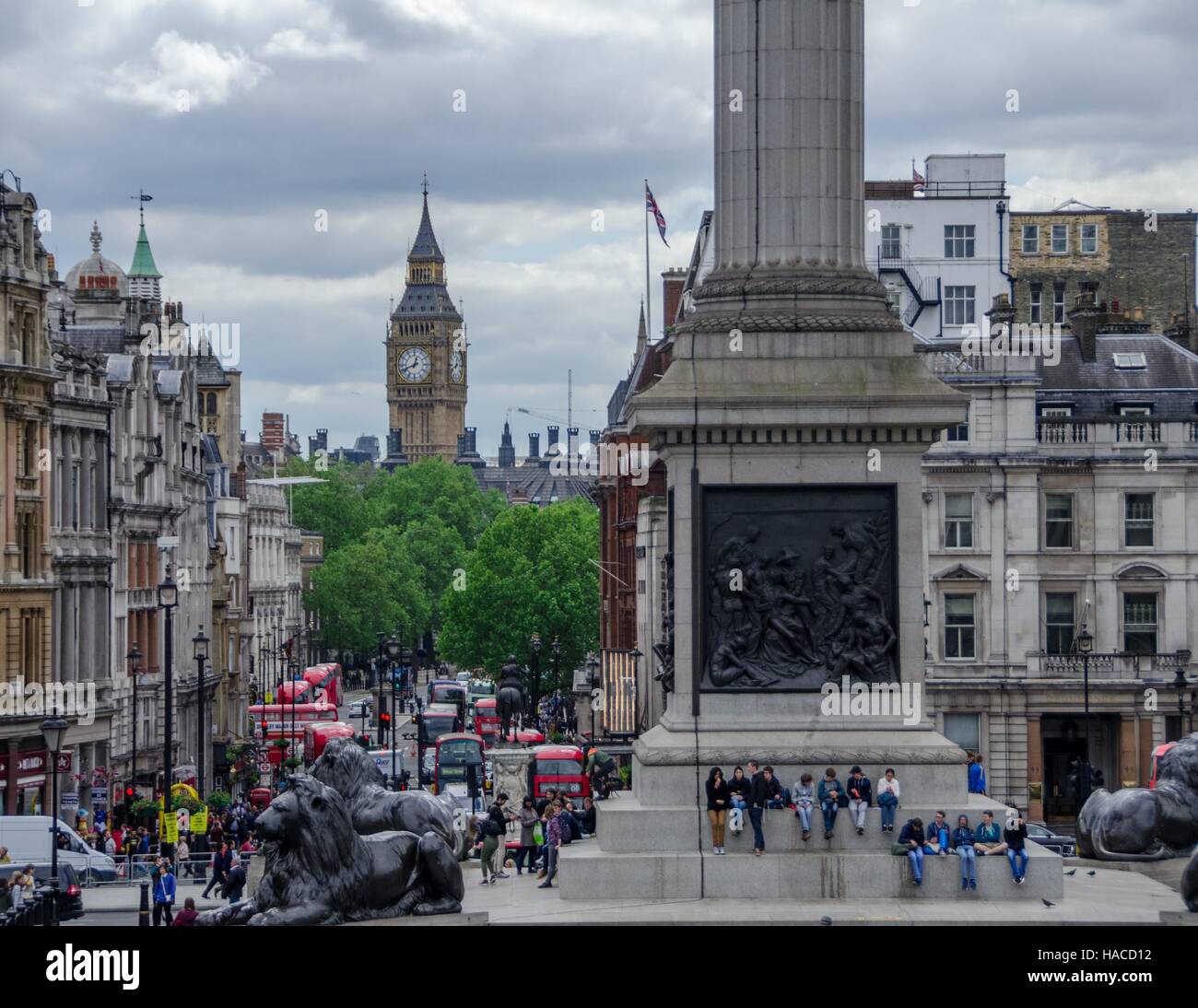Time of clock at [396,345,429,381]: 12:41
